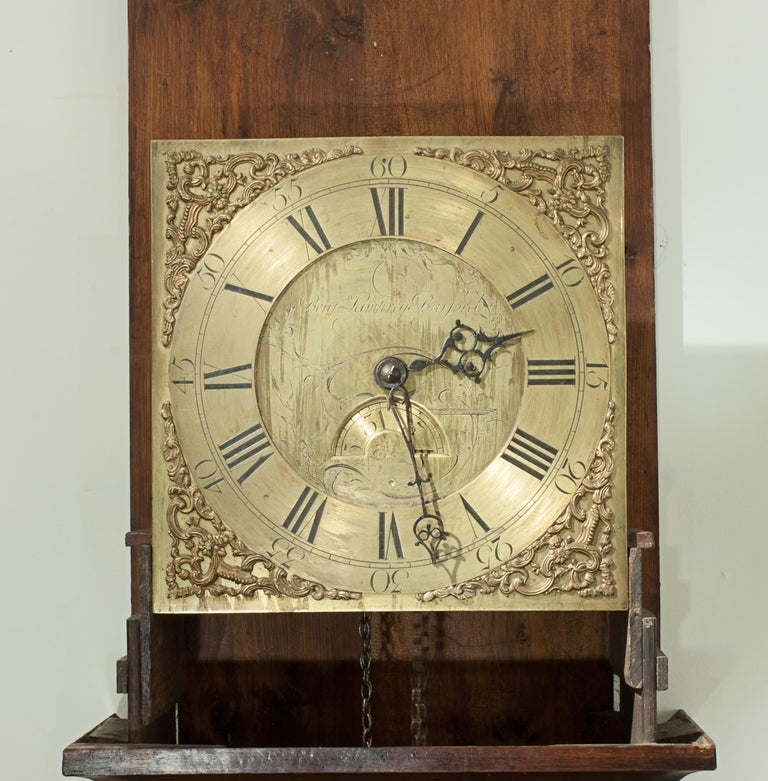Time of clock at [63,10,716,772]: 2:27
